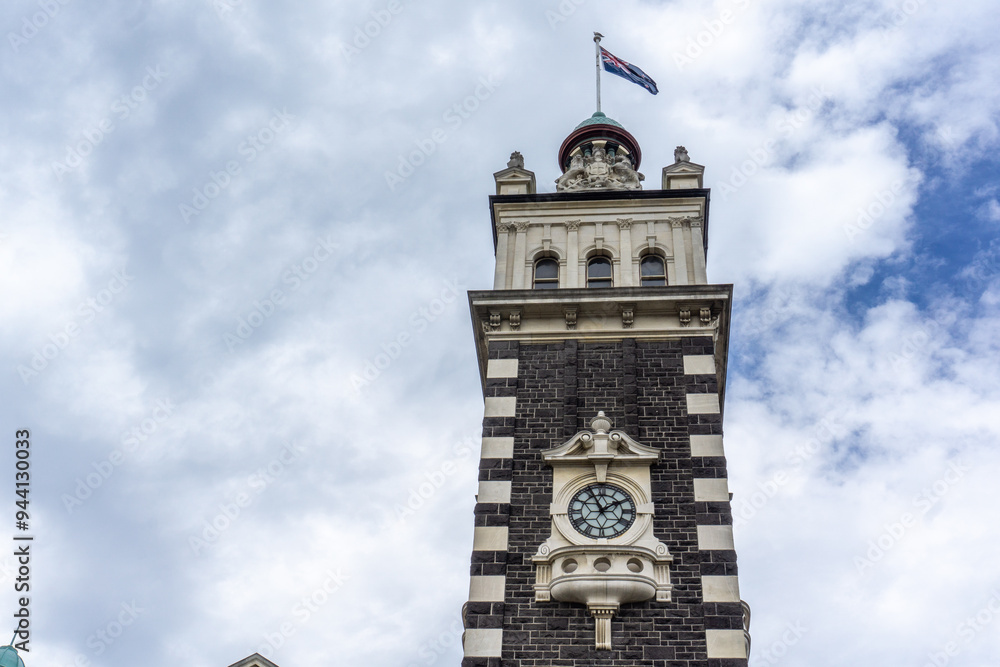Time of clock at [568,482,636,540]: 1:55
